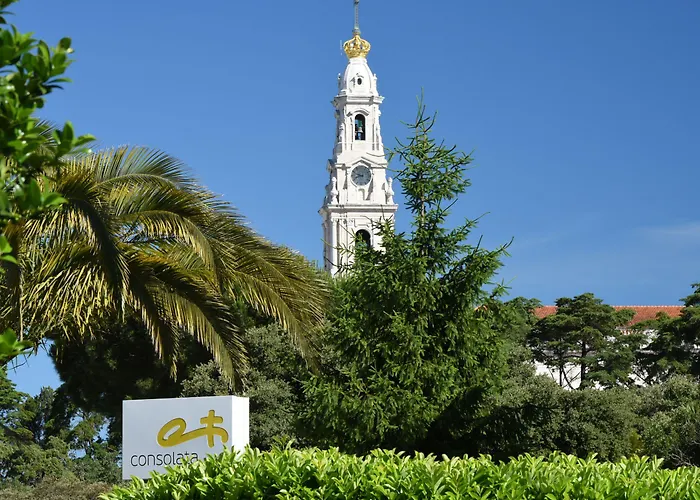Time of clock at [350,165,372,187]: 9:42
